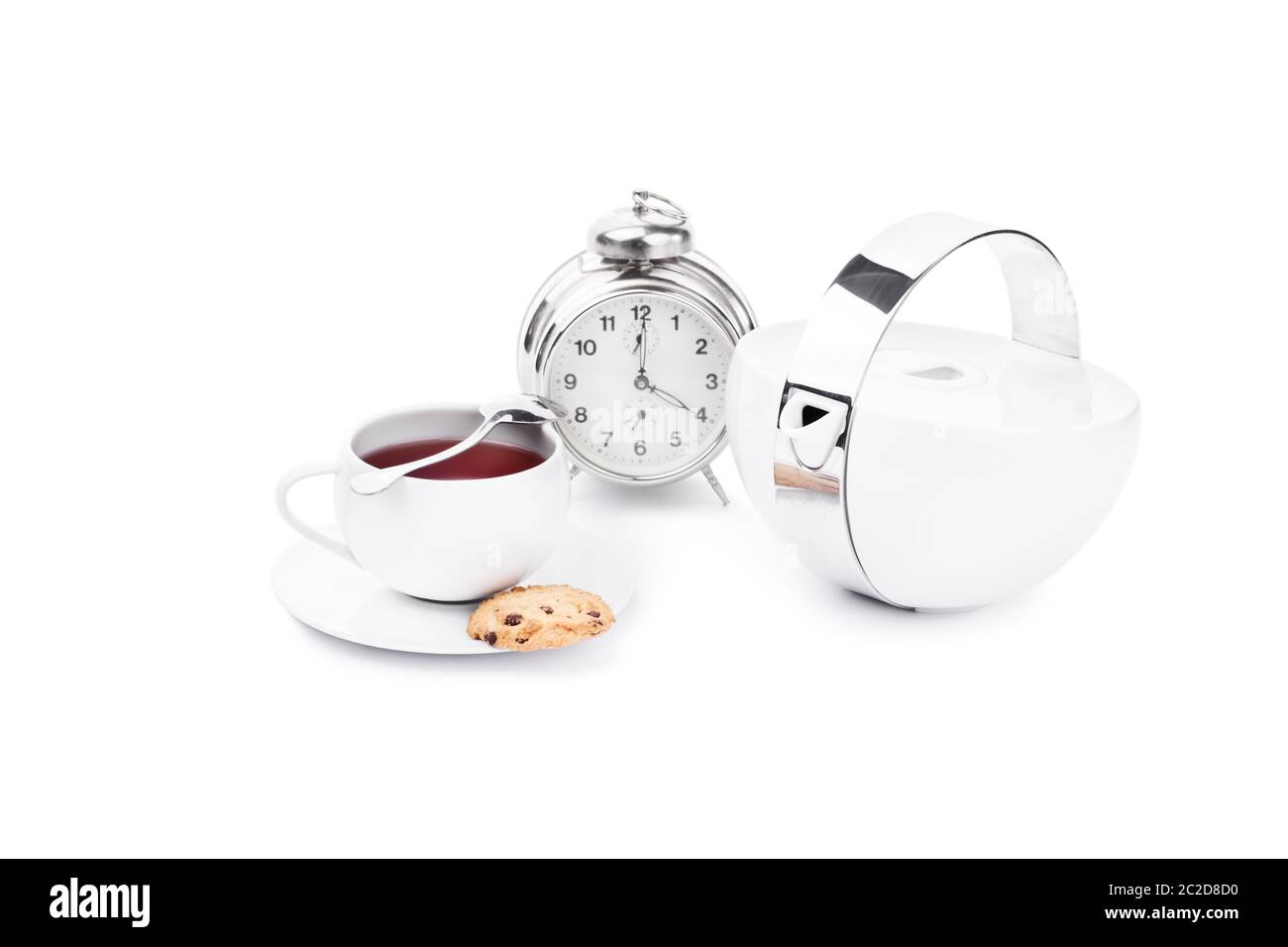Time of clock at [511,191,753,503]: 4:00
